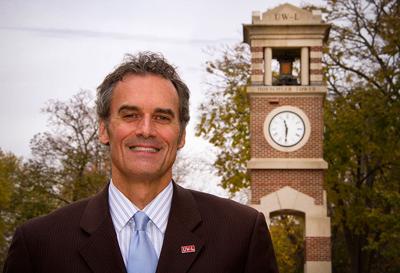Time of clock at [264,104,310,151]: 11:30
